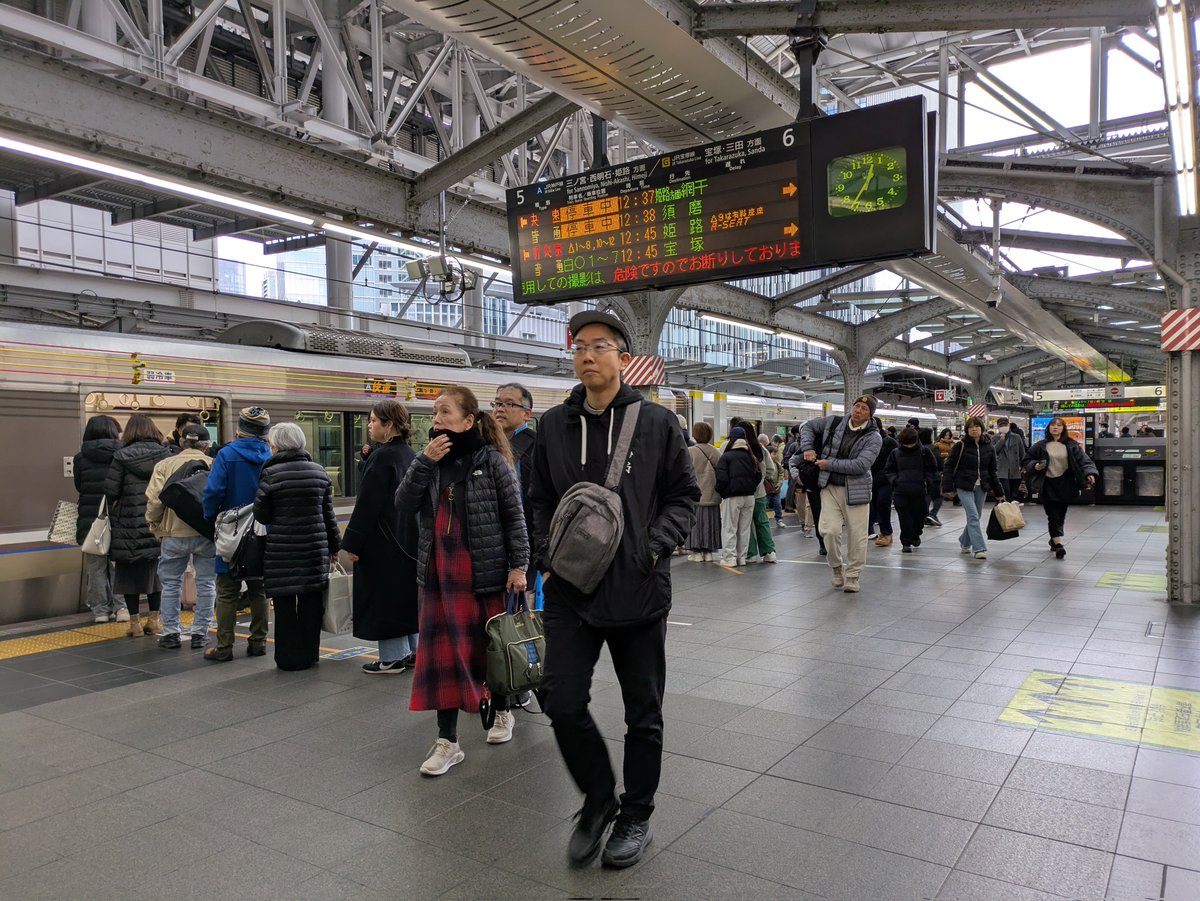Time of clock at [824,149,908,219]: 12:36
